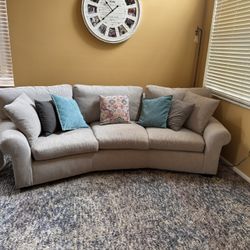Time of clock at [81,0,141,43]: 1:38
